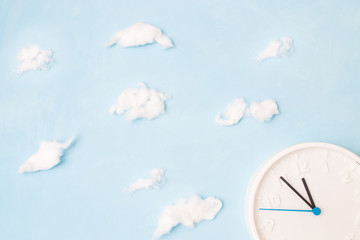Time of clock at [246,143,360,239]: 11:54
